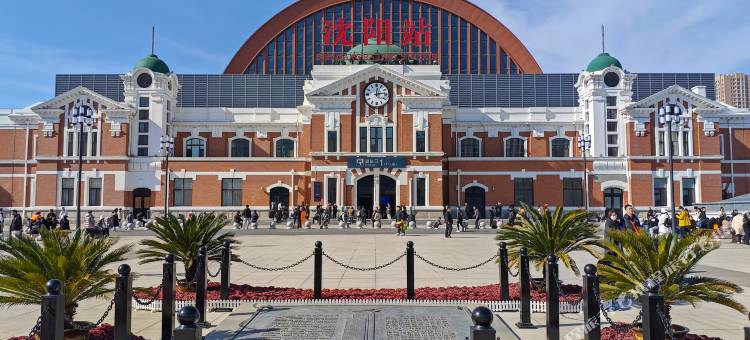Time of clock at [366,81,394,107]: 12:13
